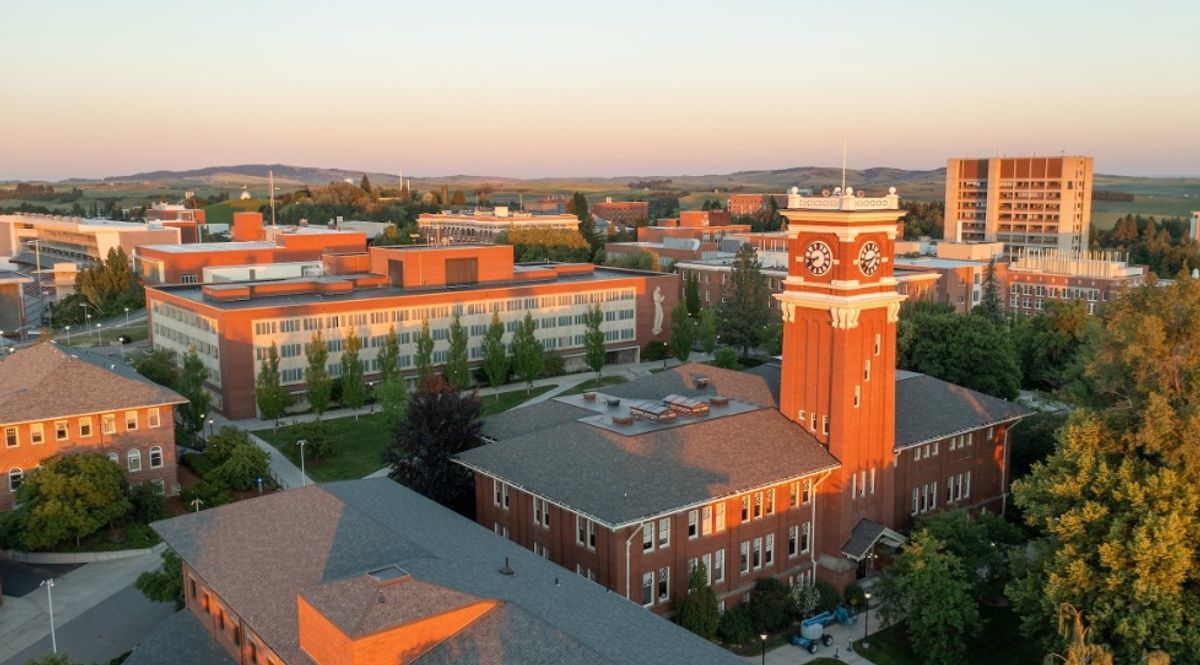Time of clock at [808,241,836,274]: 8:38
